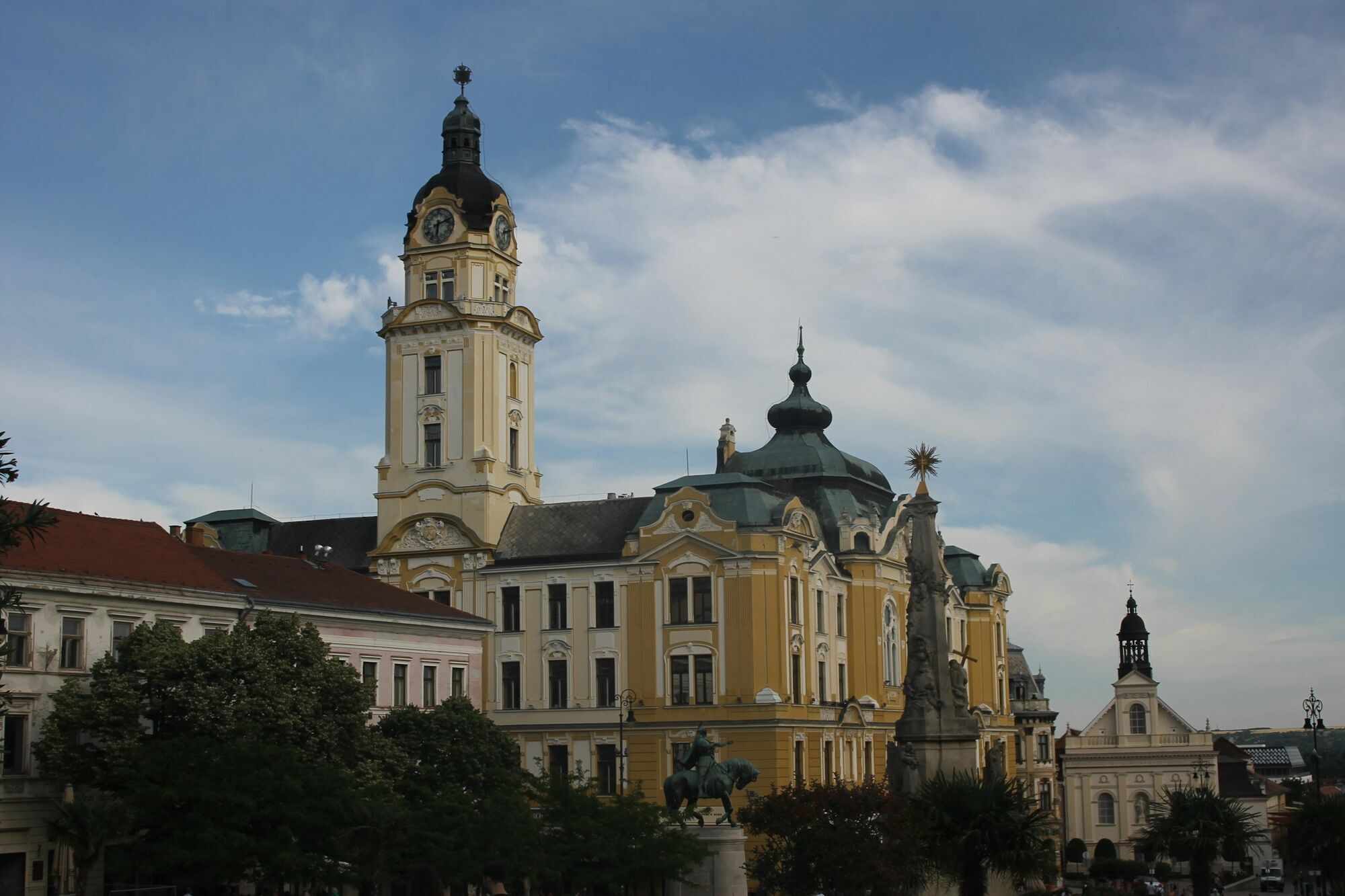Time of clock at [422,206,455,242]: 6:11
